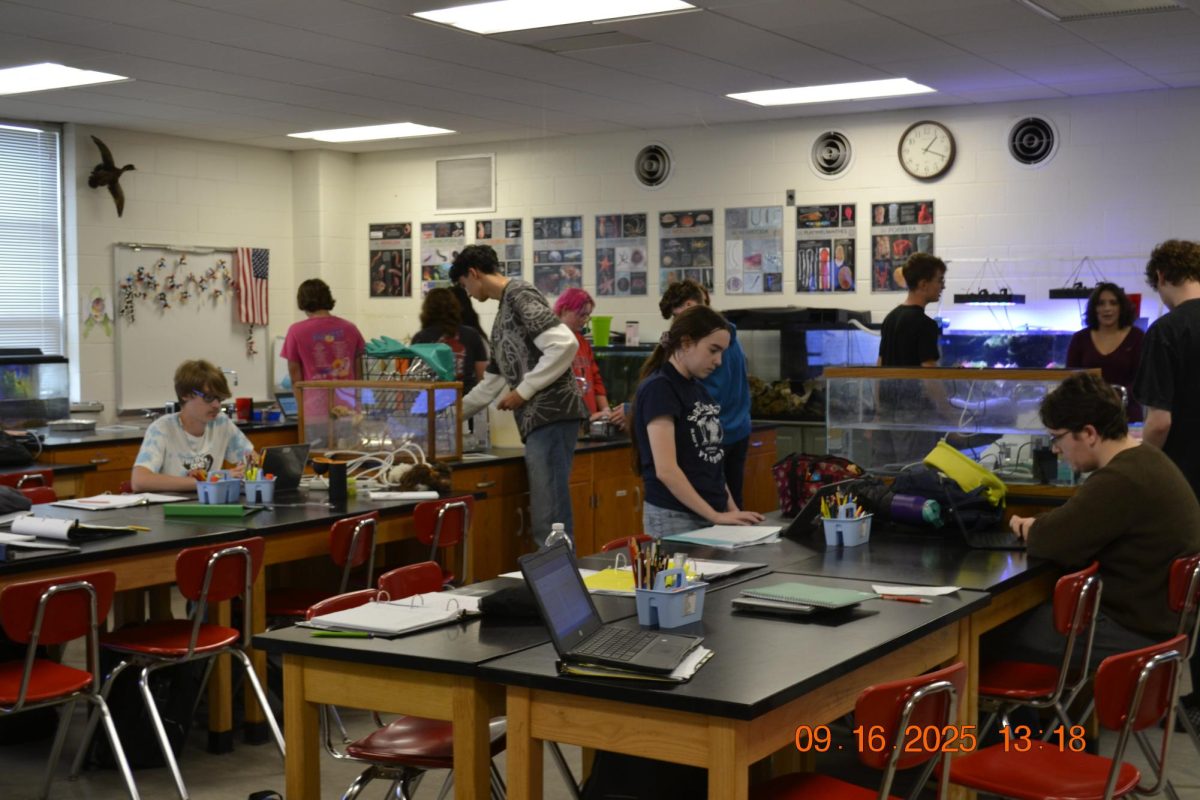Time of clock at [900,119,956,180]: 1:18
